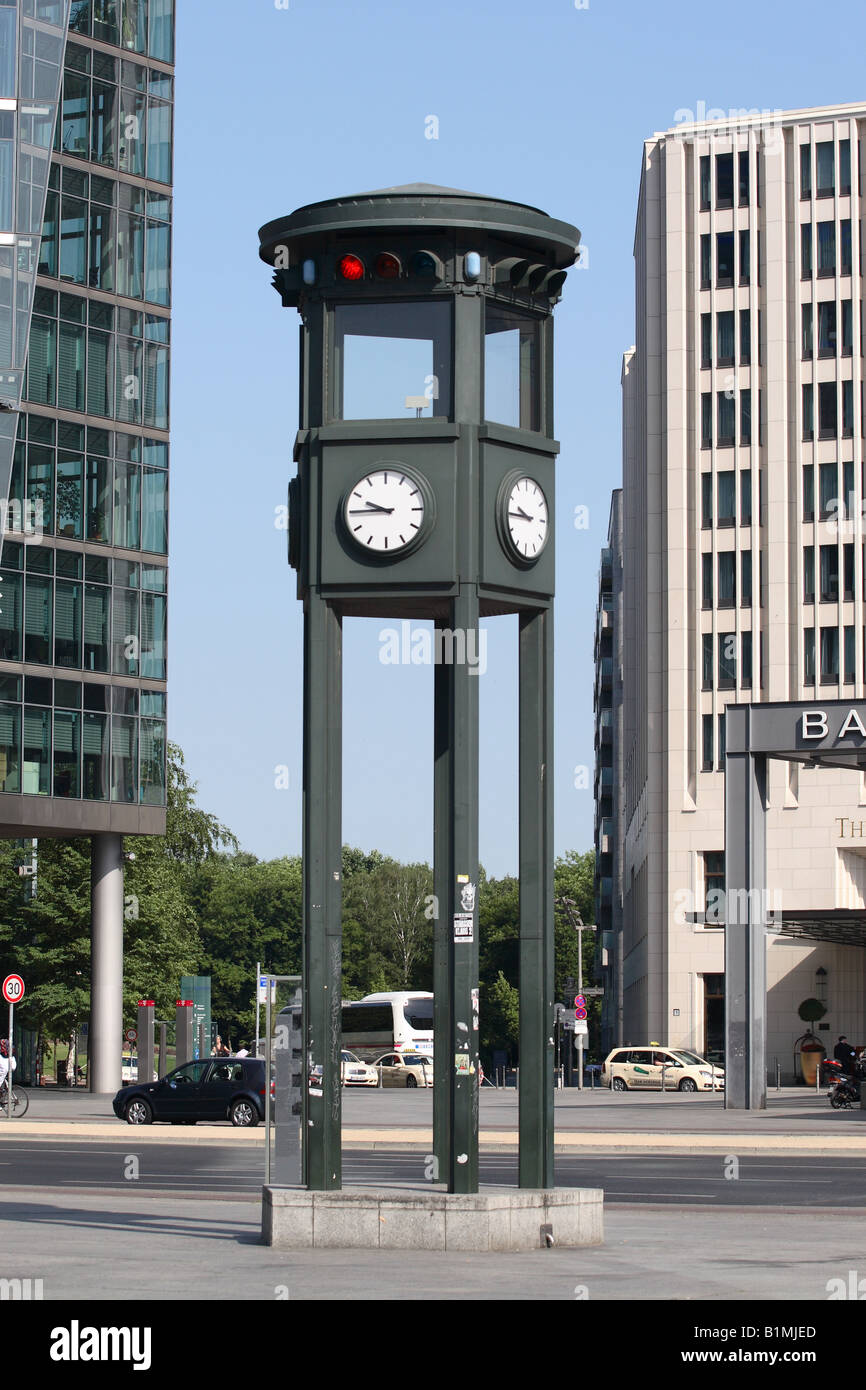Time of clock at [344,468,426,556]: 9:44
